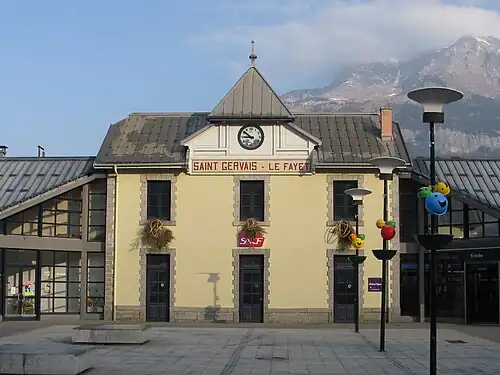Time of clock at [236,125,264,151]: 8:51
